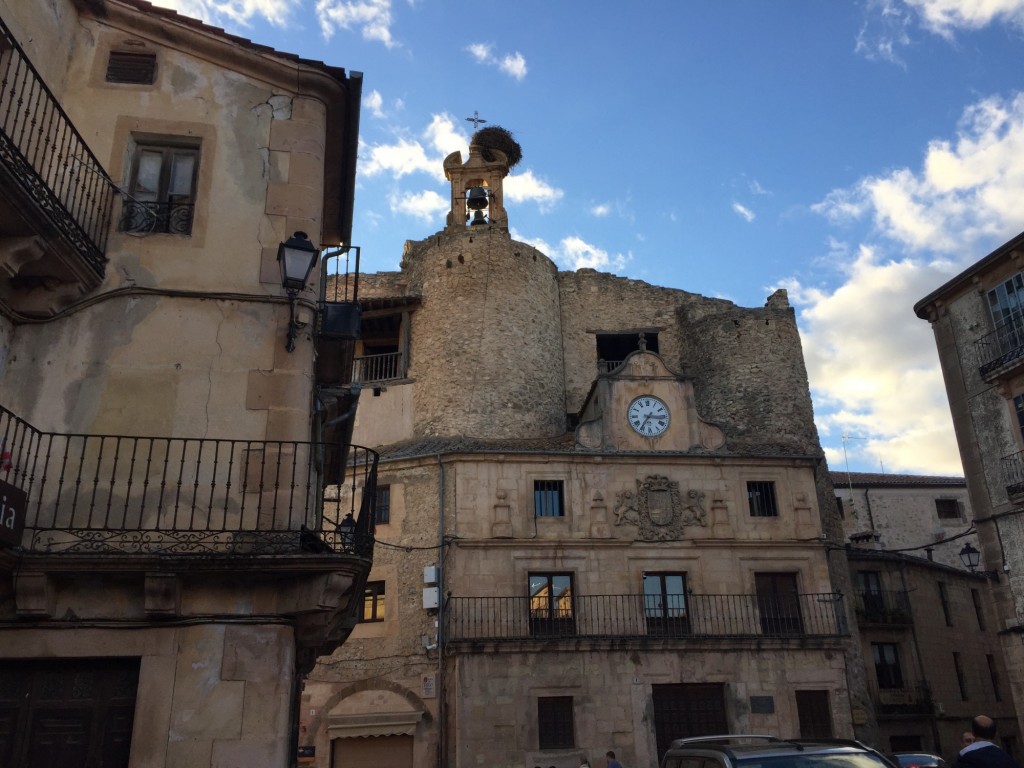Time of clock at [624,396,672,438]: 7:16
